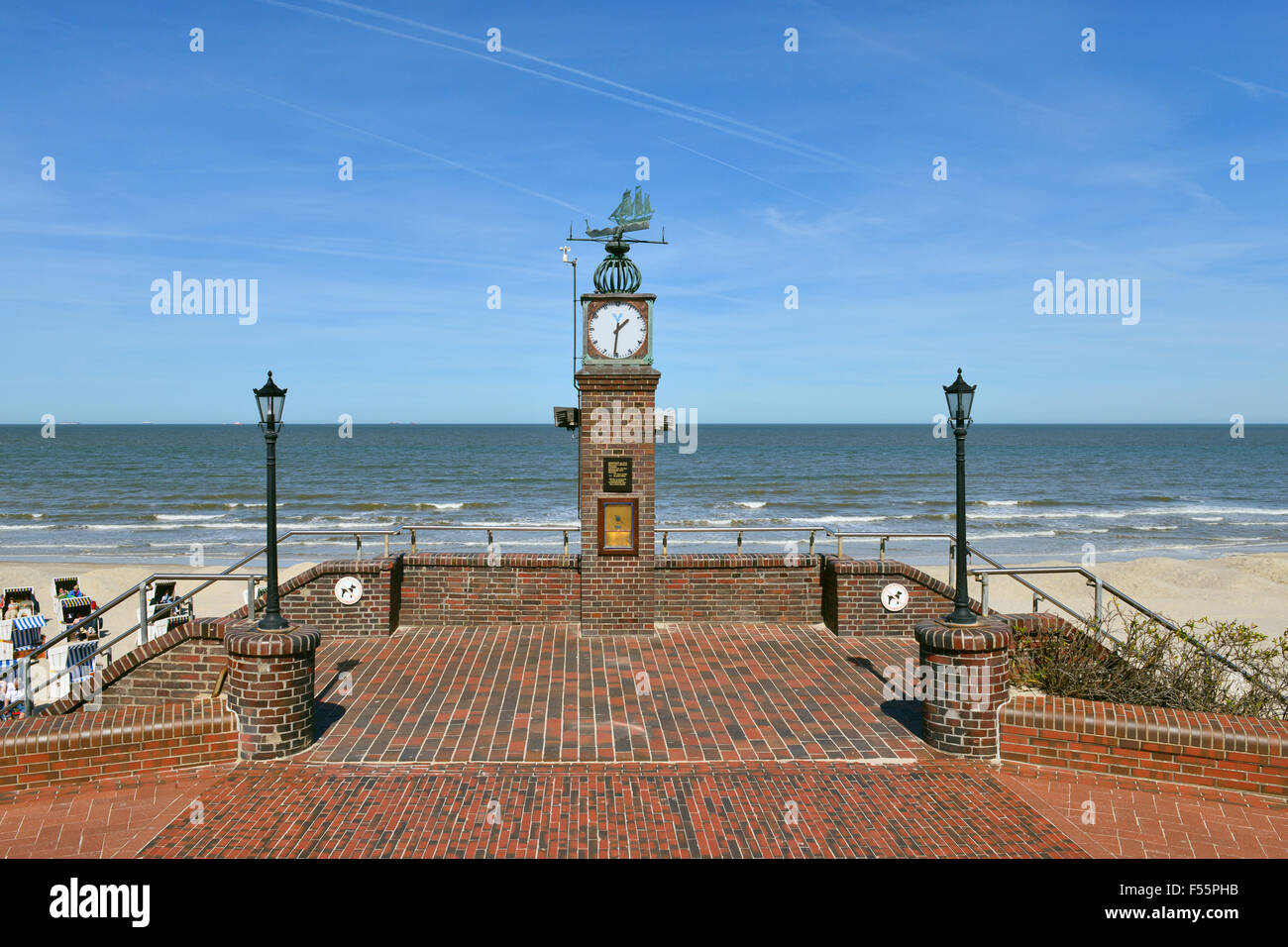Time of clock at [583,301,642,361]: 1:31
